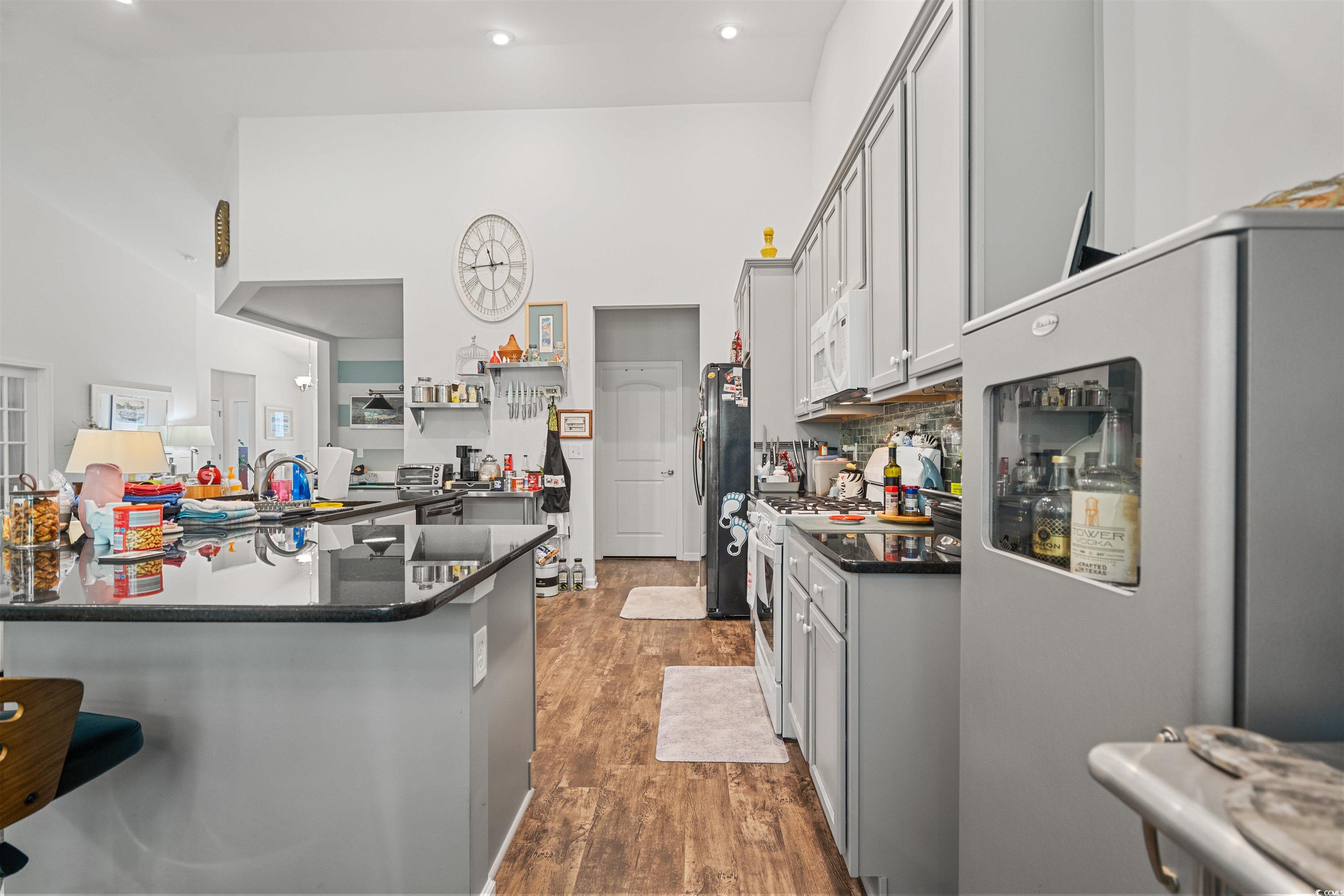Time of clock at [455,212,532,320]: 11:44
